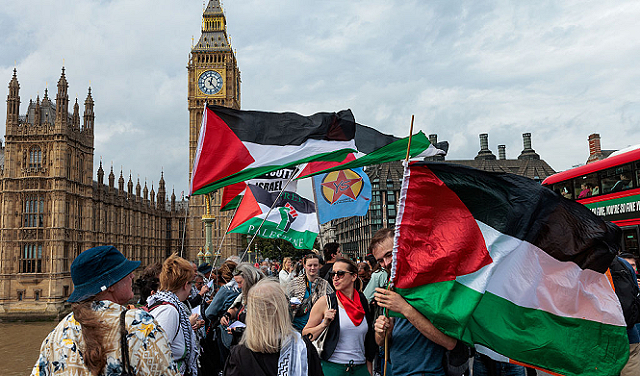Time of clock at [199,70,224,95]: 12:23
